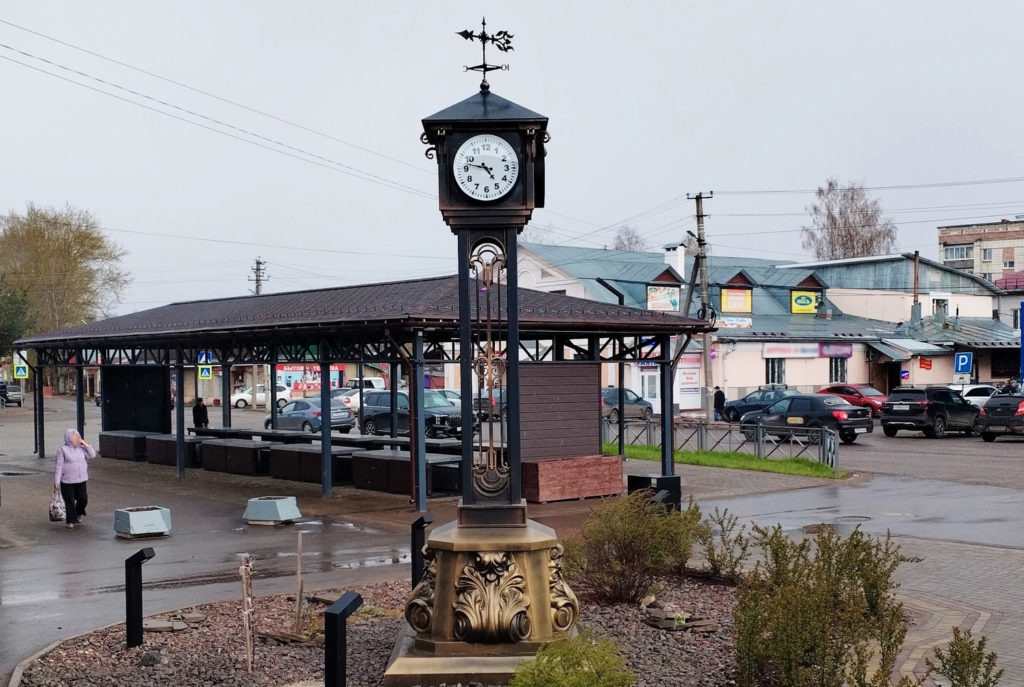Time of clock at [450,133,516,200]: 4:46
